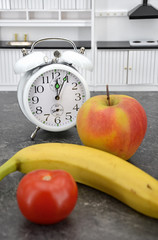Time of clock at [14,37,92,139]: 12:04
